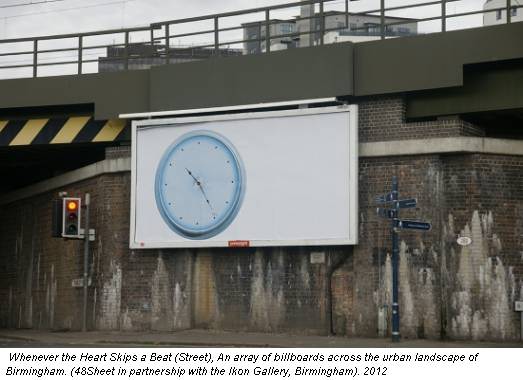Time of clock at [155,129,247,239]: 10:24
